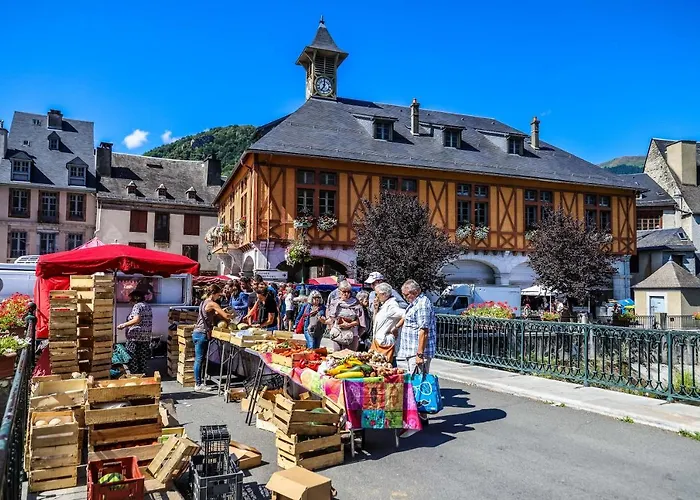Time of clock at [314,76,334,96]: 7:00
